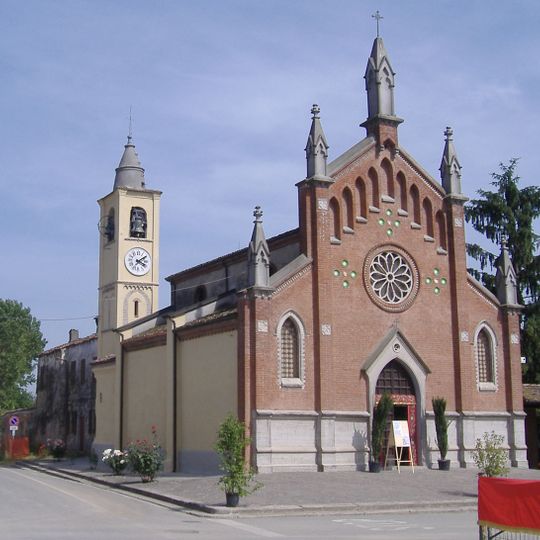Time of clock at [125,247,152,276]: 4:09
